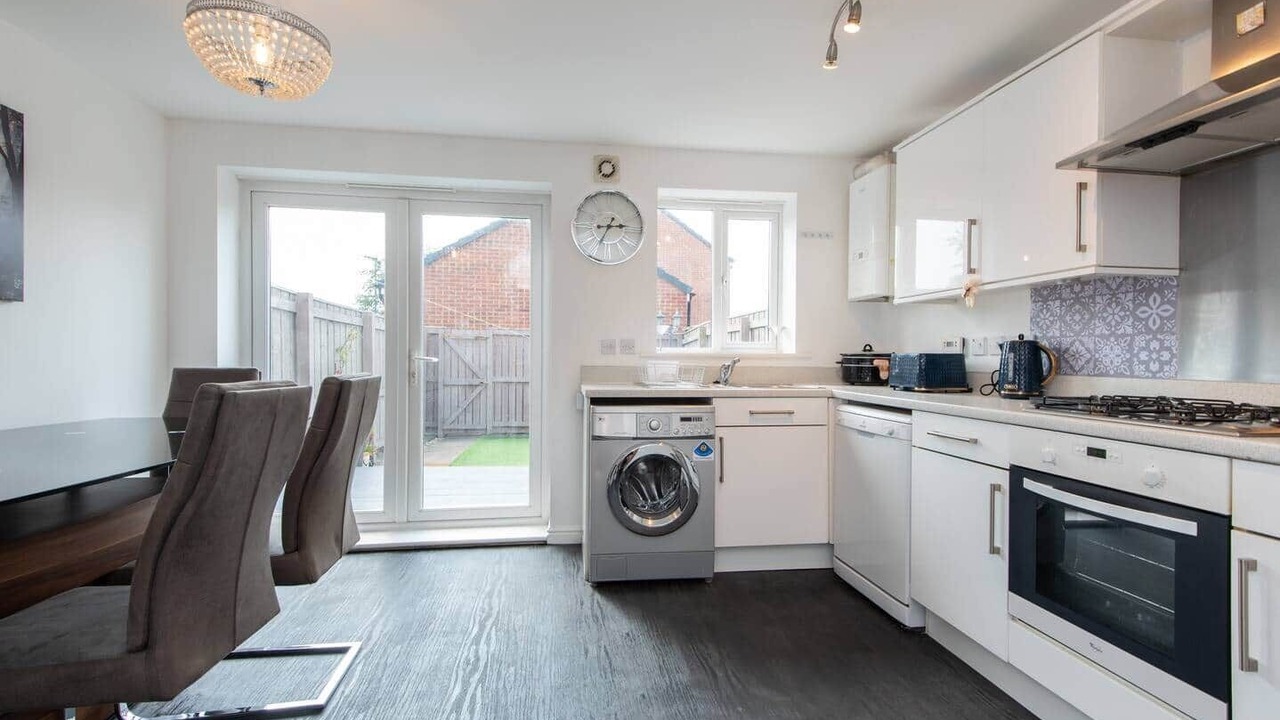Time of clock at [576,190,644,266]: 2:35
